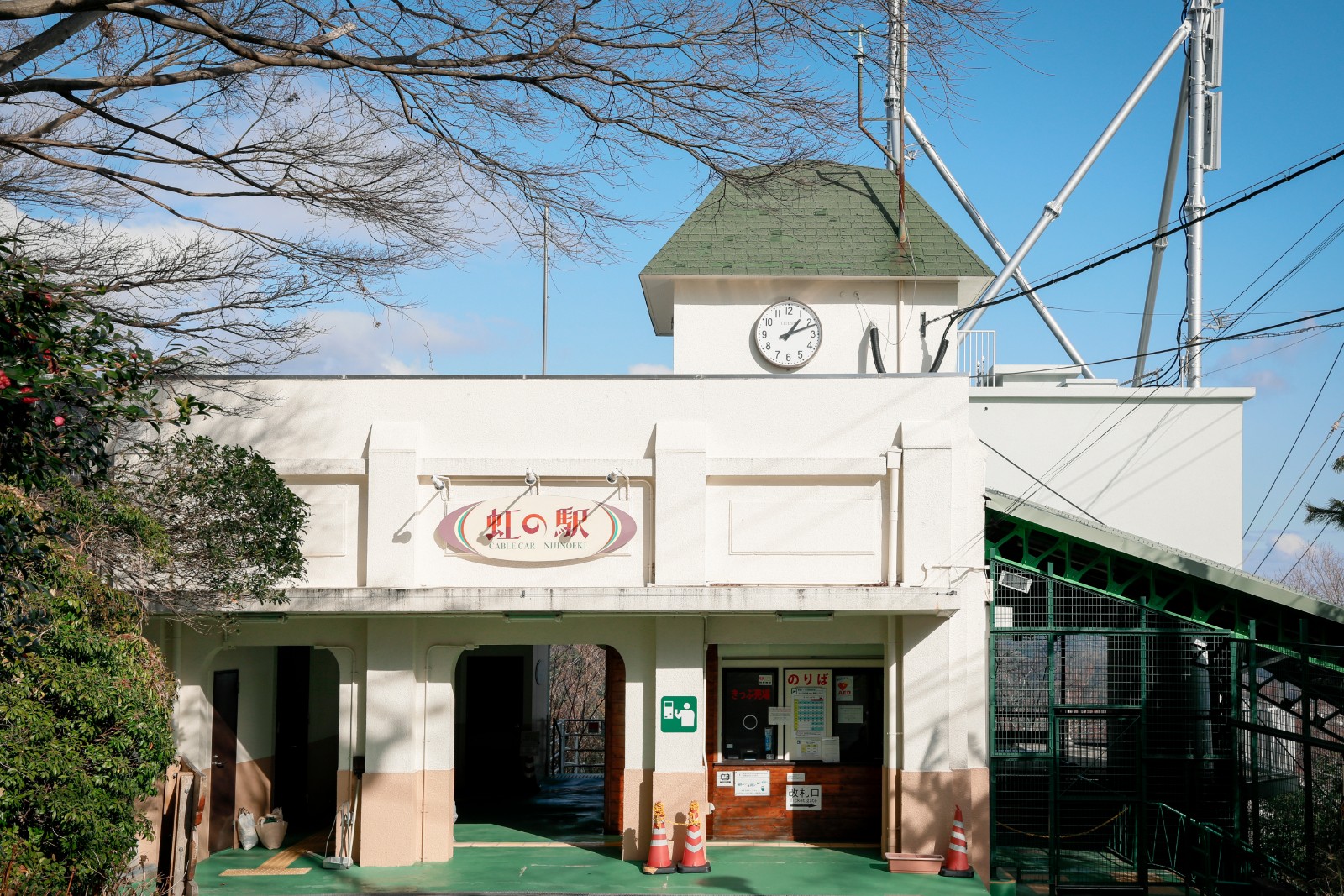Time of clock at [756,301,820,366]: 1:11
